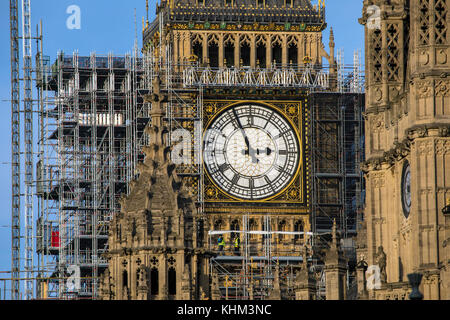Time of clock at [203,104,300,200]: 2:56
